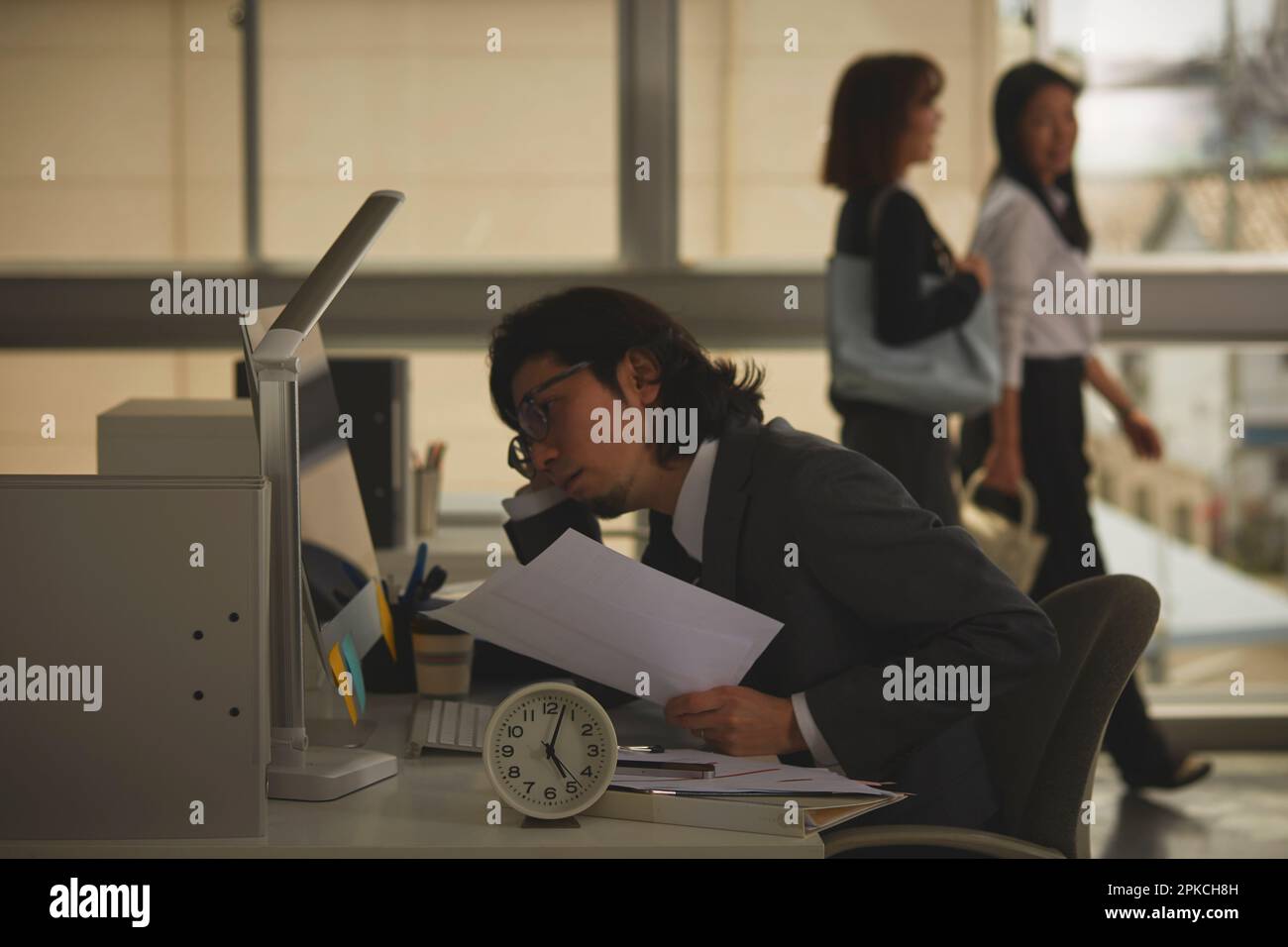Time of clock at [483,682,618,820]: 5:03
